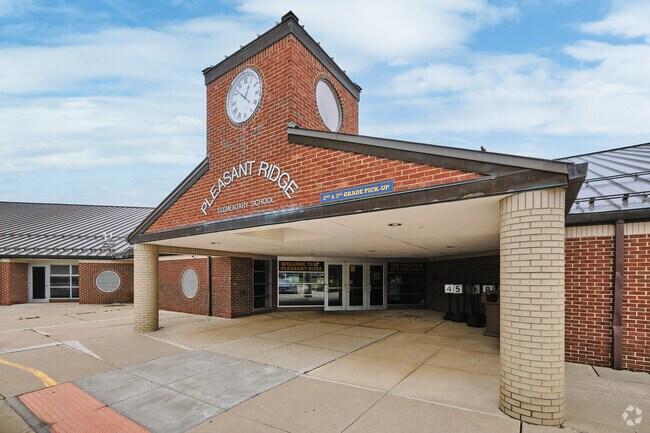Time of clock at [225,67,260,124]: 12:52
